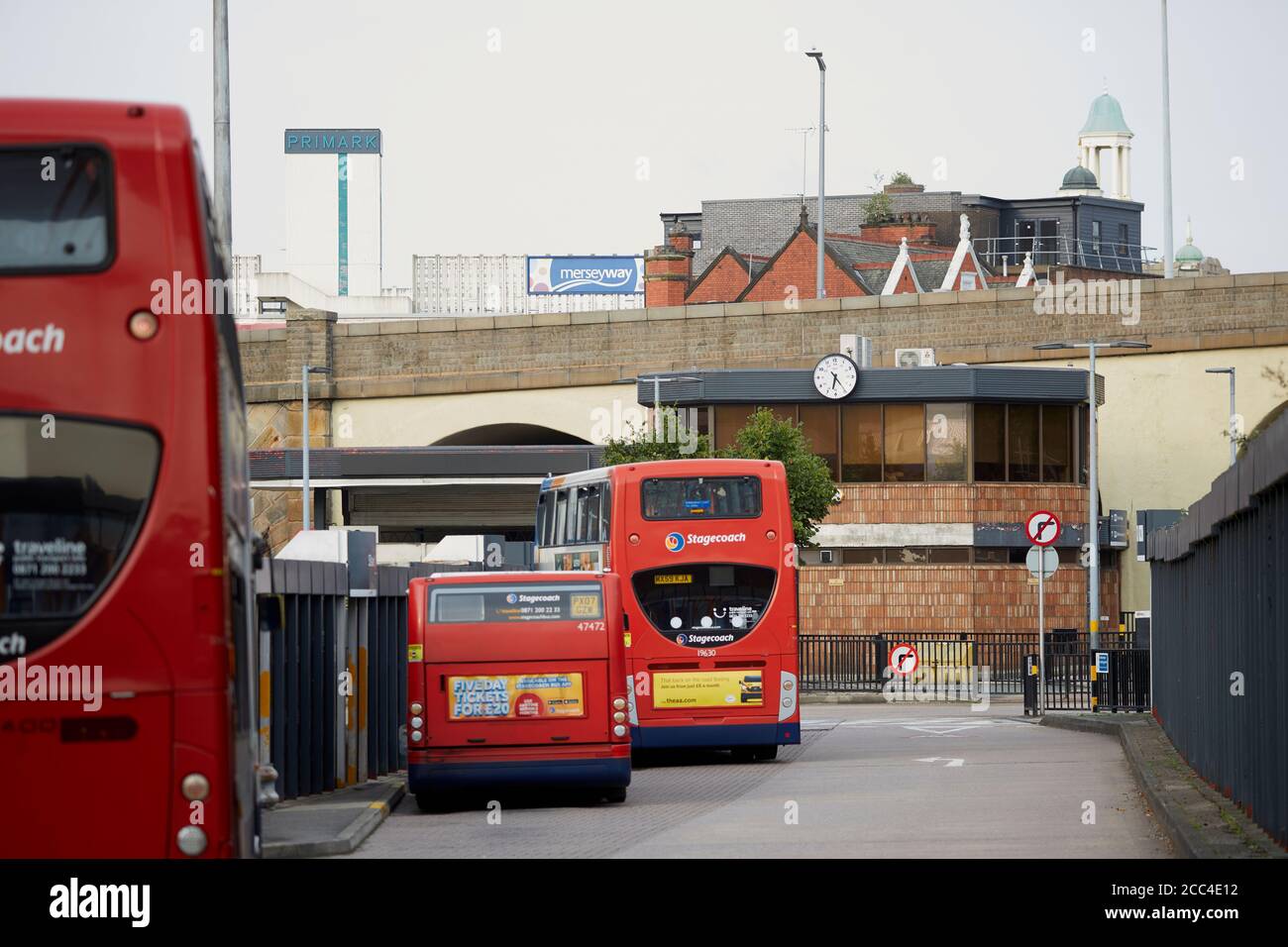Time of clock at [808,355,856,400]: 6:23
